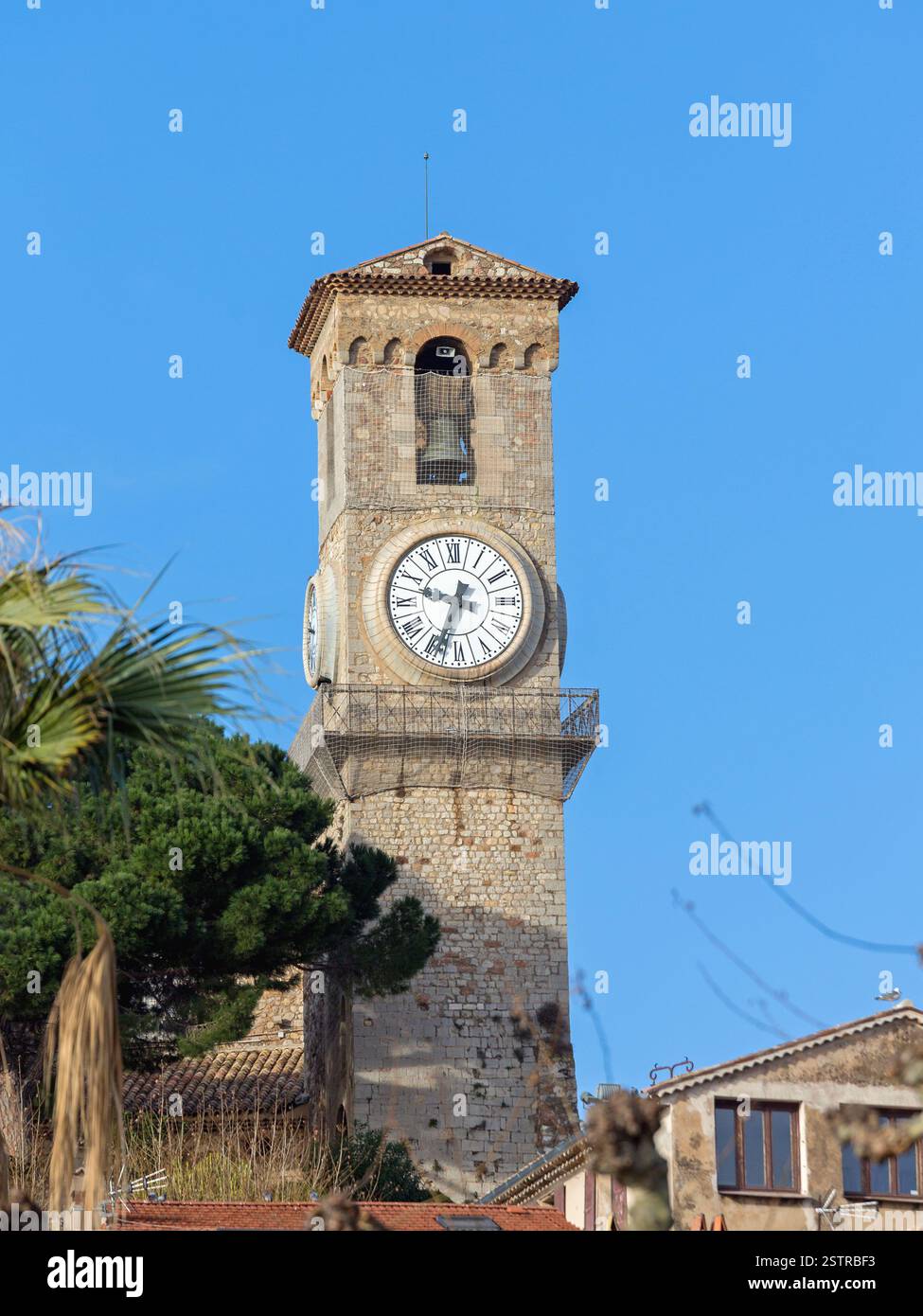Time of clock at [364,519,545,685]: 9:33
